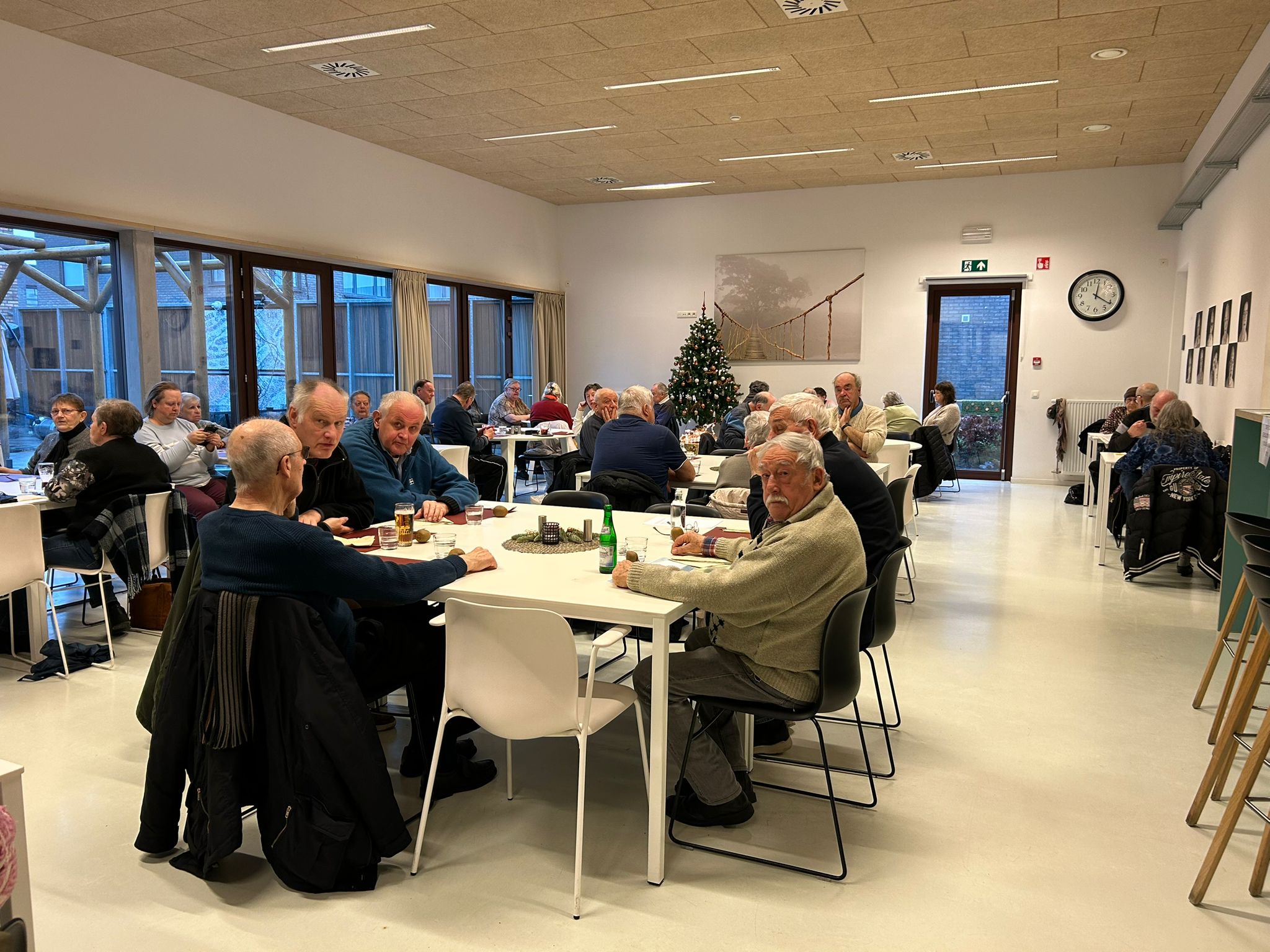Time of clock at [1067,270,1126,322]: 12:20
